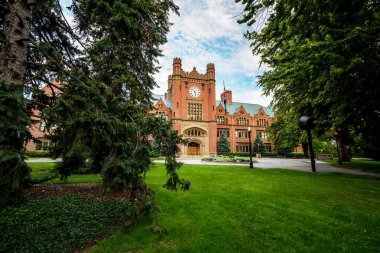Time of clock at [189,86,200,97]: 5:51
